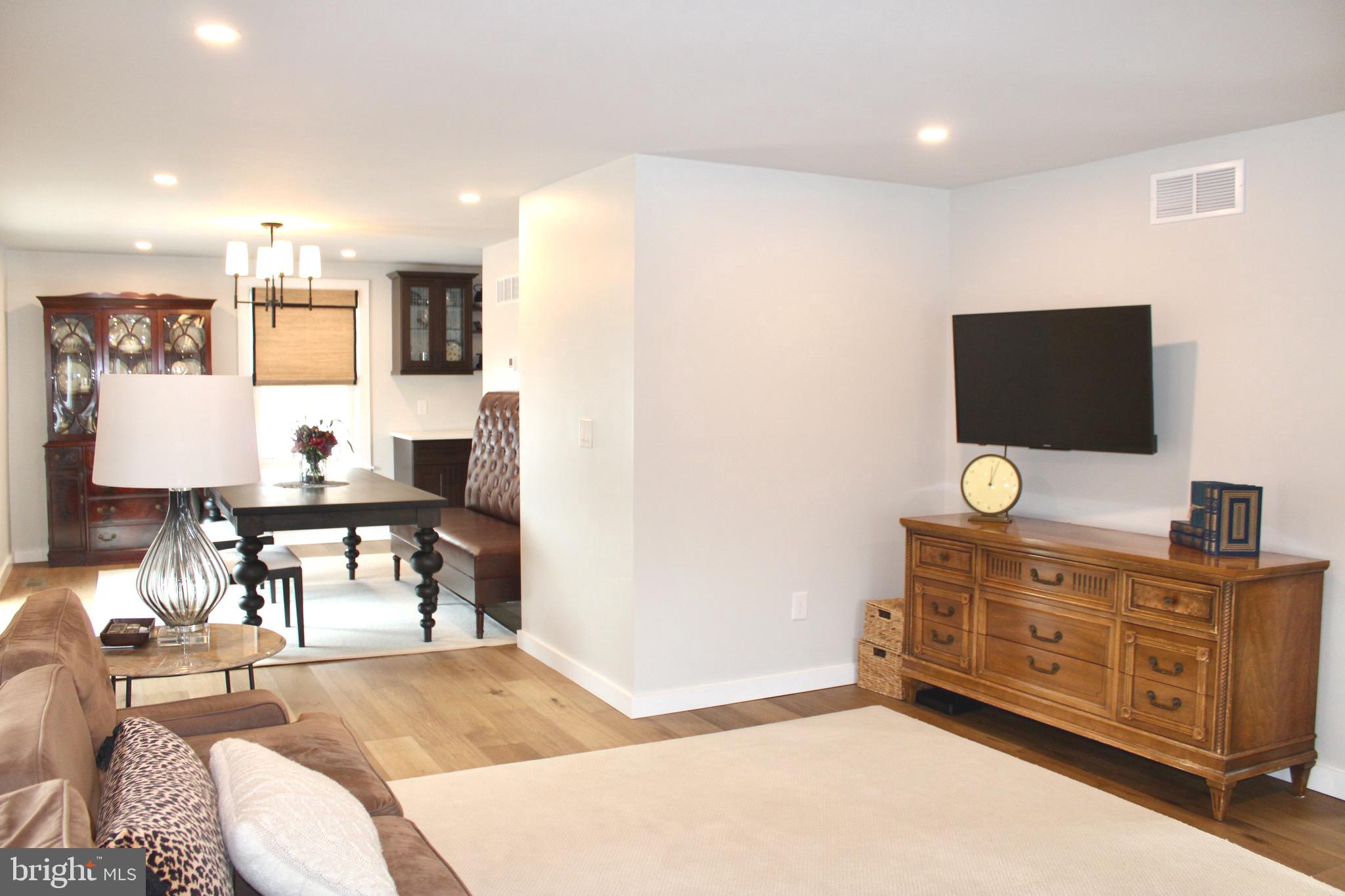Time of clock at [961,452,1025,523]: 12:03
